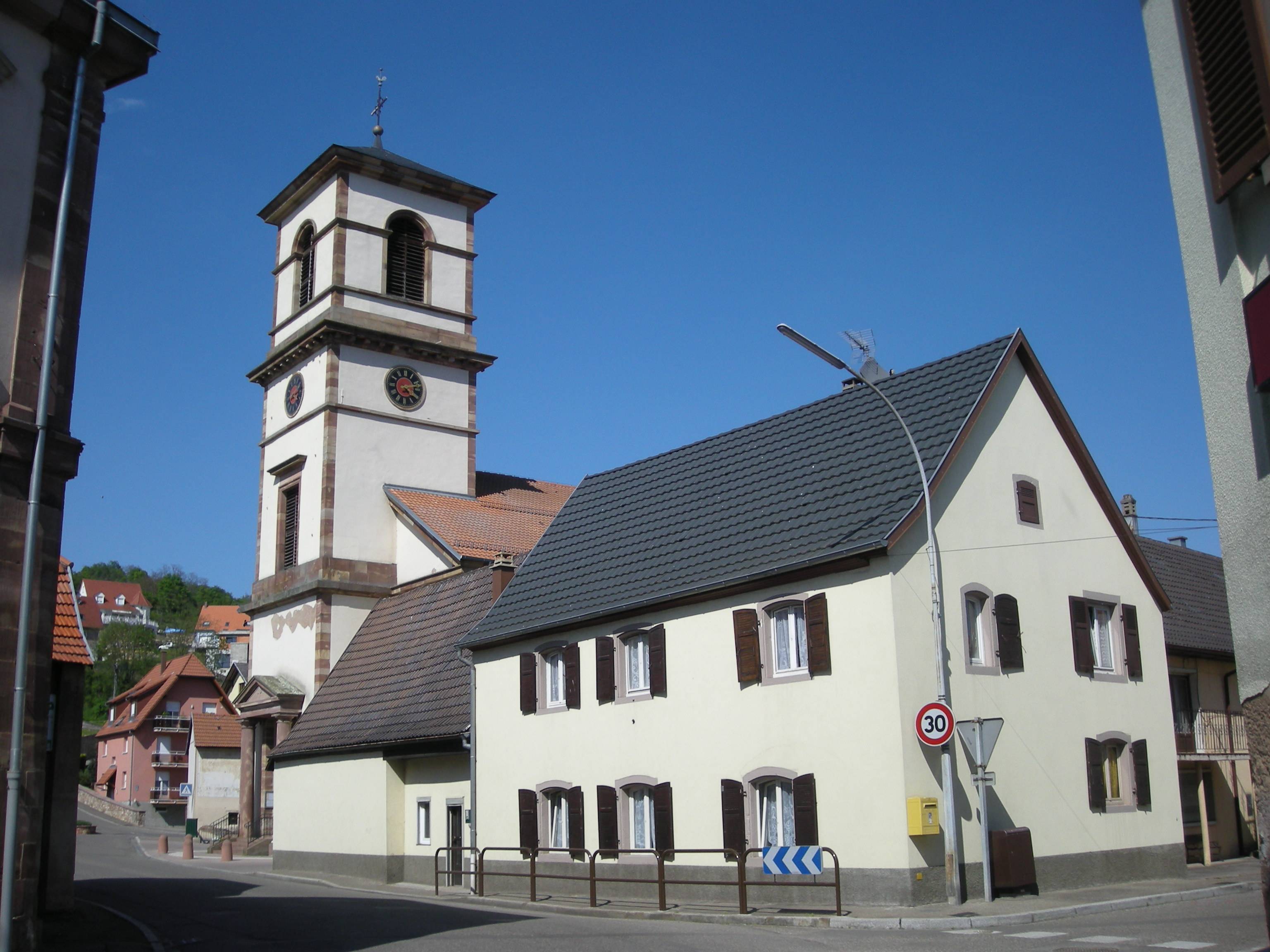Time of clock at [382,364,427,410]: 4:12
